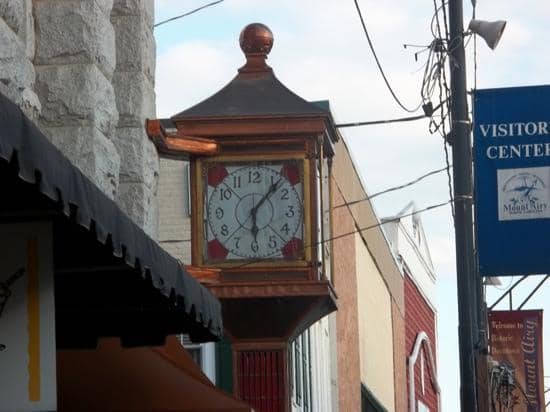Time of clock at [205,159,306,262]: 6:06
